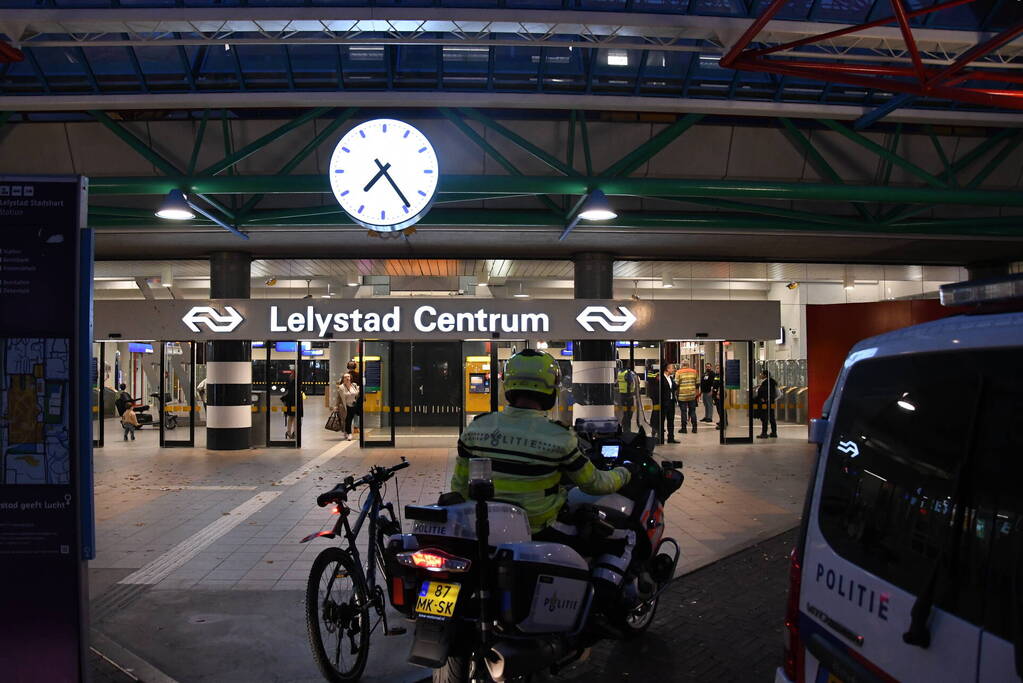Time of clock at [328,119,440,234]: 7:24
